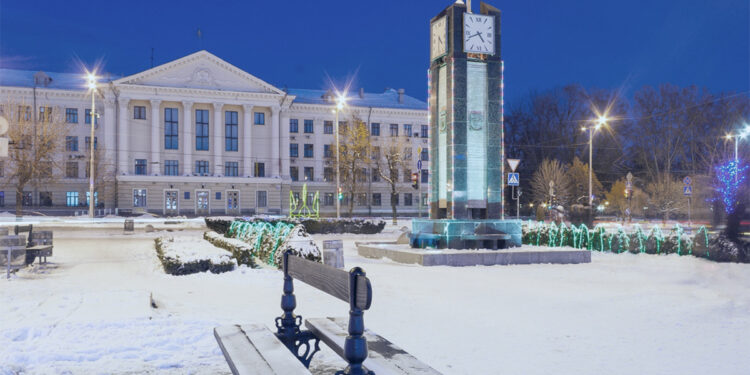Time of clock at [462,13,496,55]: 4:41
